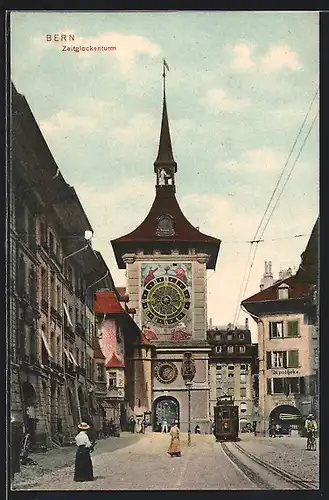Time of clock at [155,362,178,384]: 7:07
